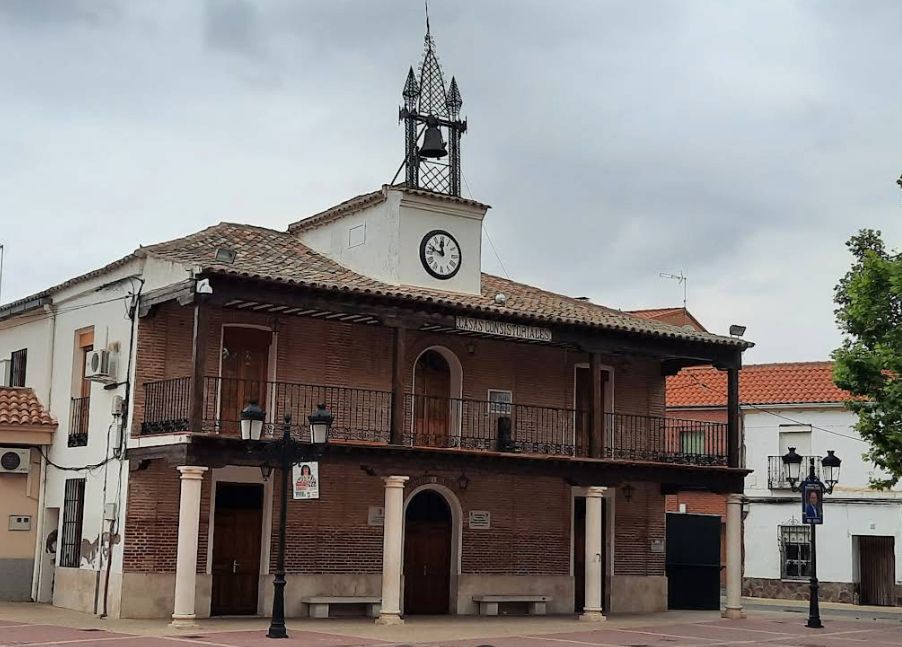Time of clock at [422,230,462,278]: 11:47
